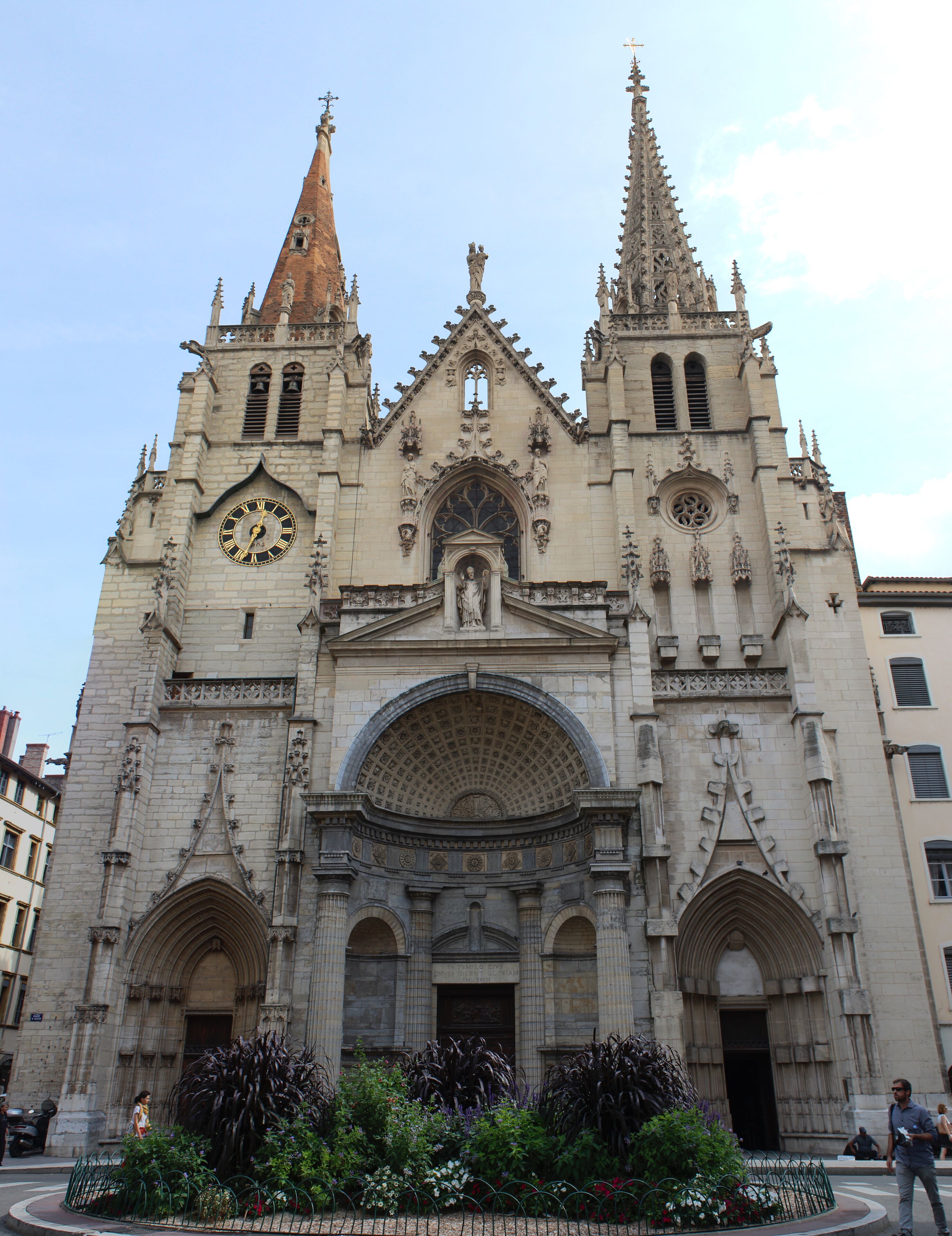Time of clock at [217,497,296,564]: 12:32
